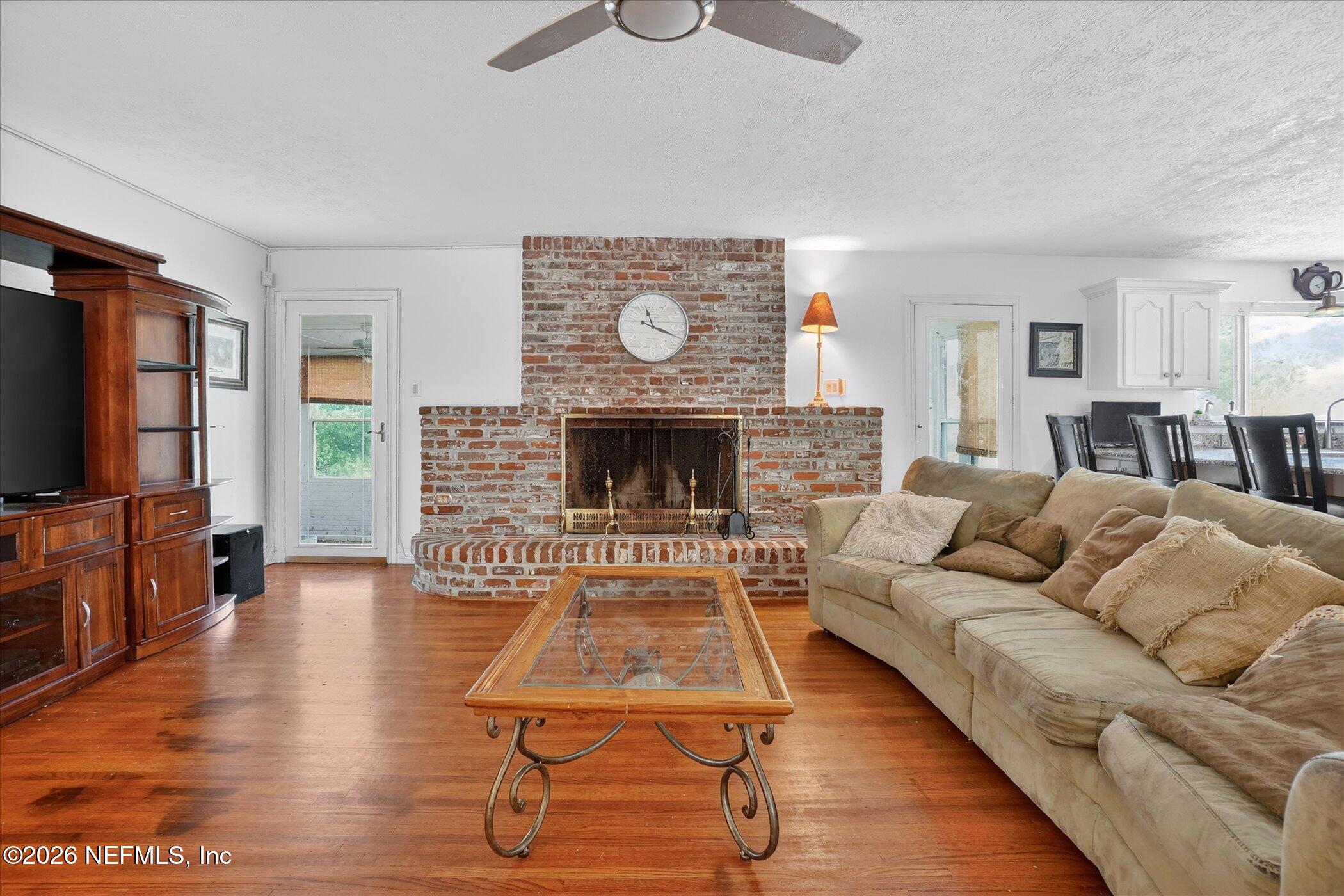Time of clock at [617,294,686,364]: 11:18
